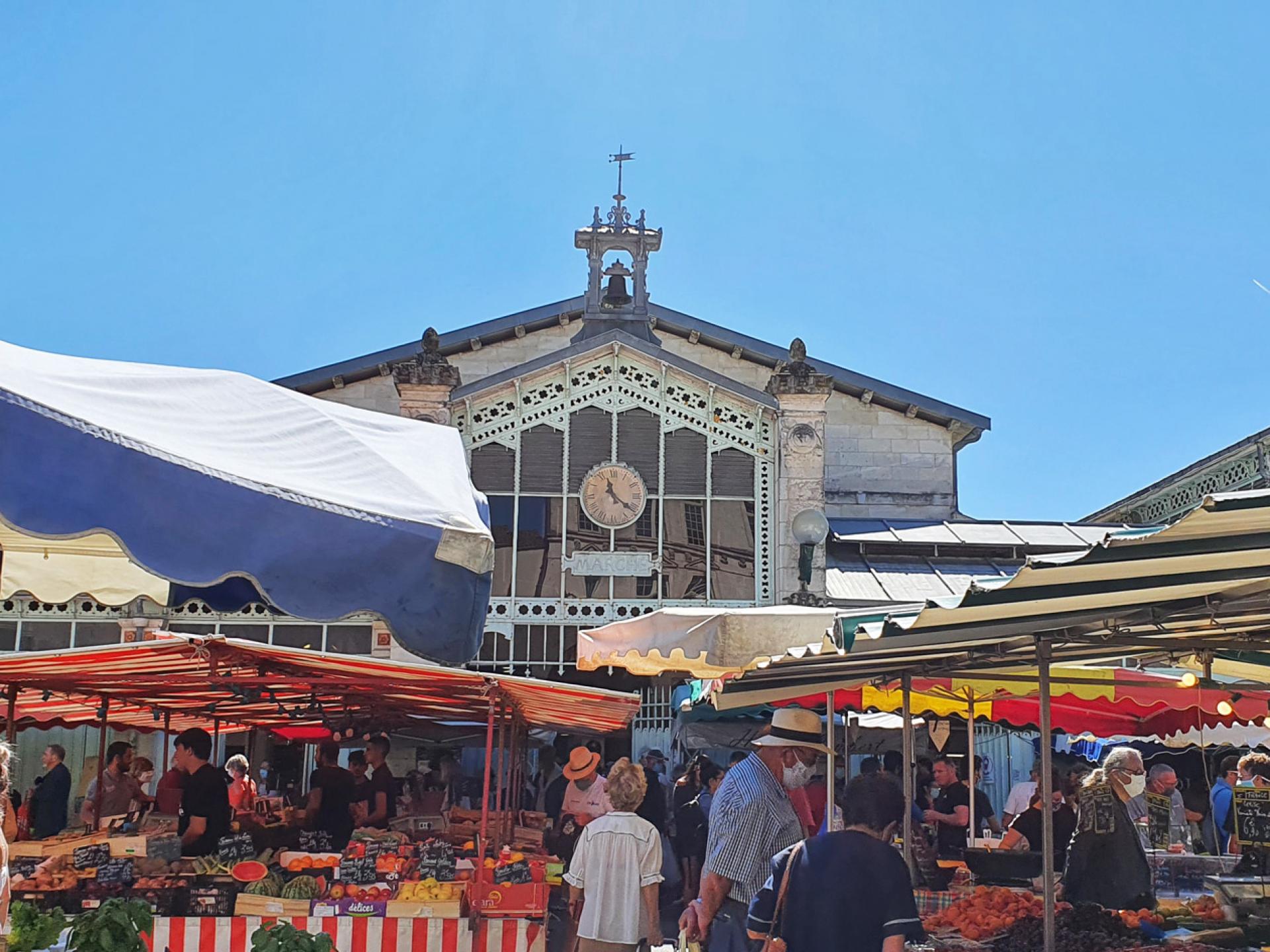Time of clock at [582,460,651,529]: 11:21
